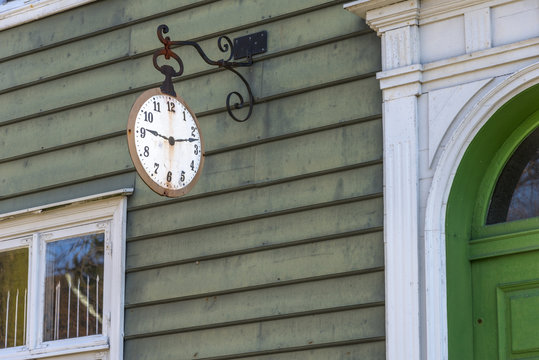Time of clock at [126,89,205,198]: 9:12
